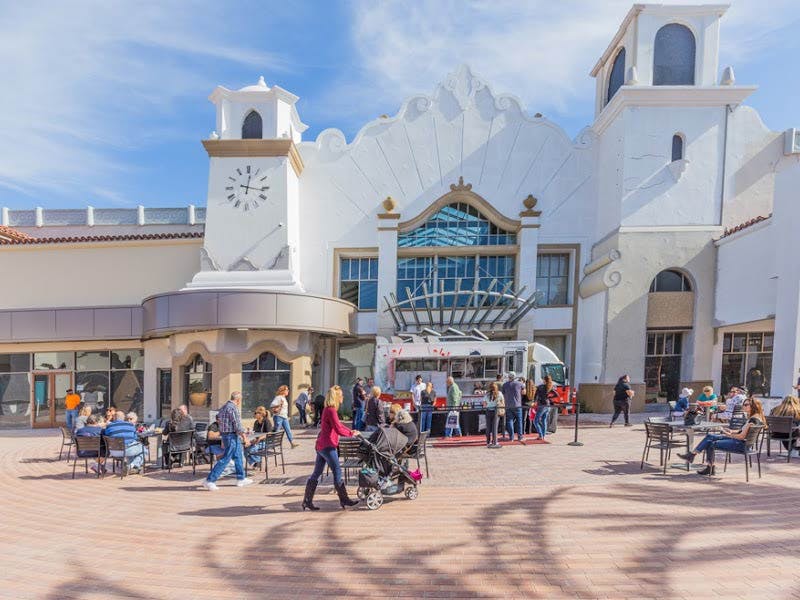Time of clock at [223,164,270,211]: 12:16
